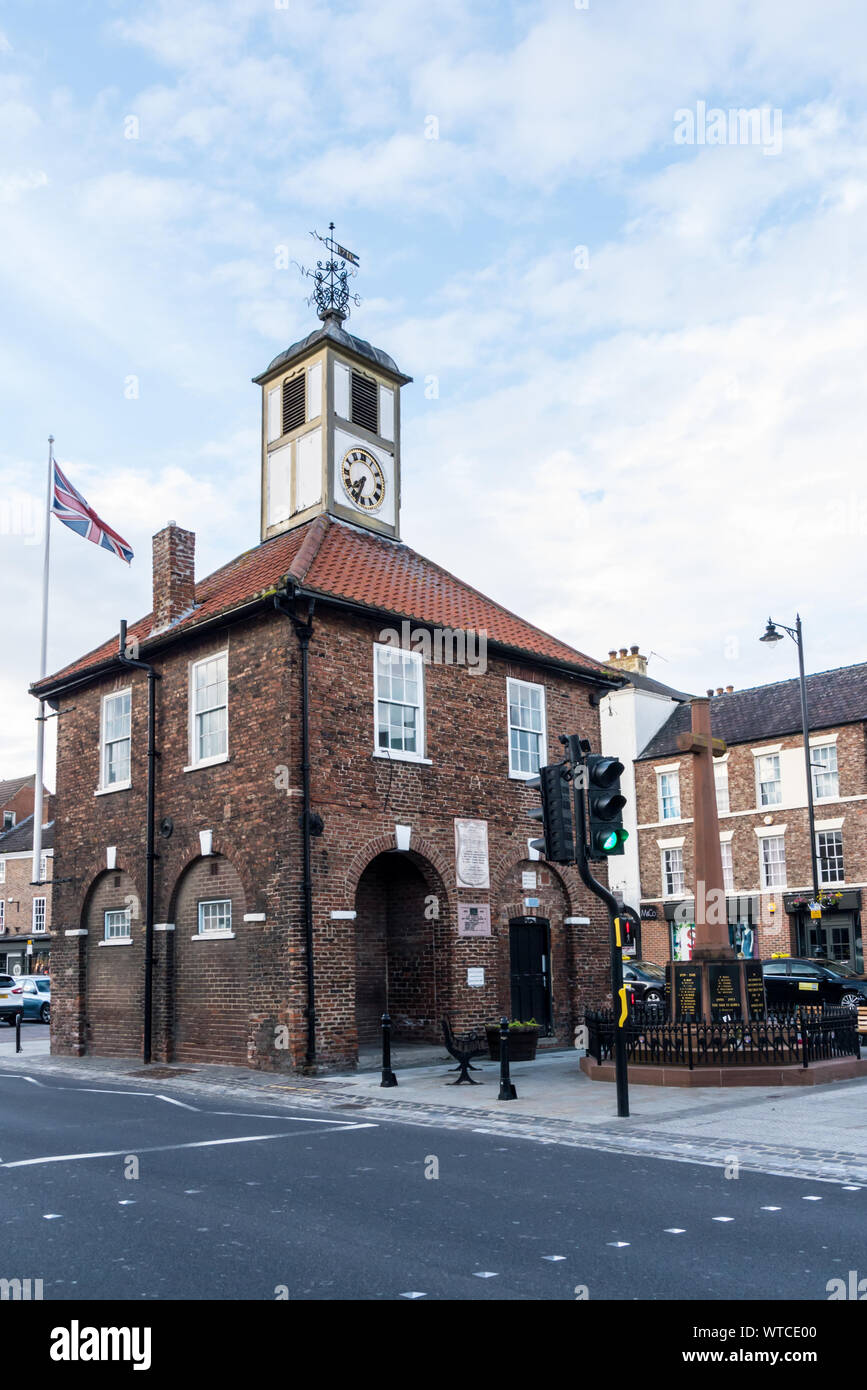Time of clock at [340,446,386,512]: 7:33
